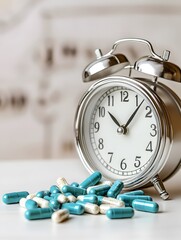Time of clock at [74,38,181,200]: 10:07
